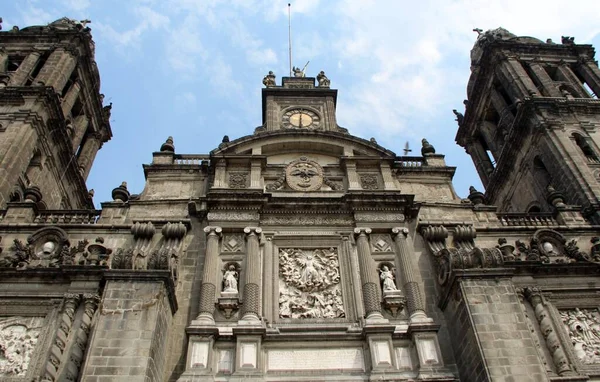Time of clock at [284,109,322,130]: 6:00
